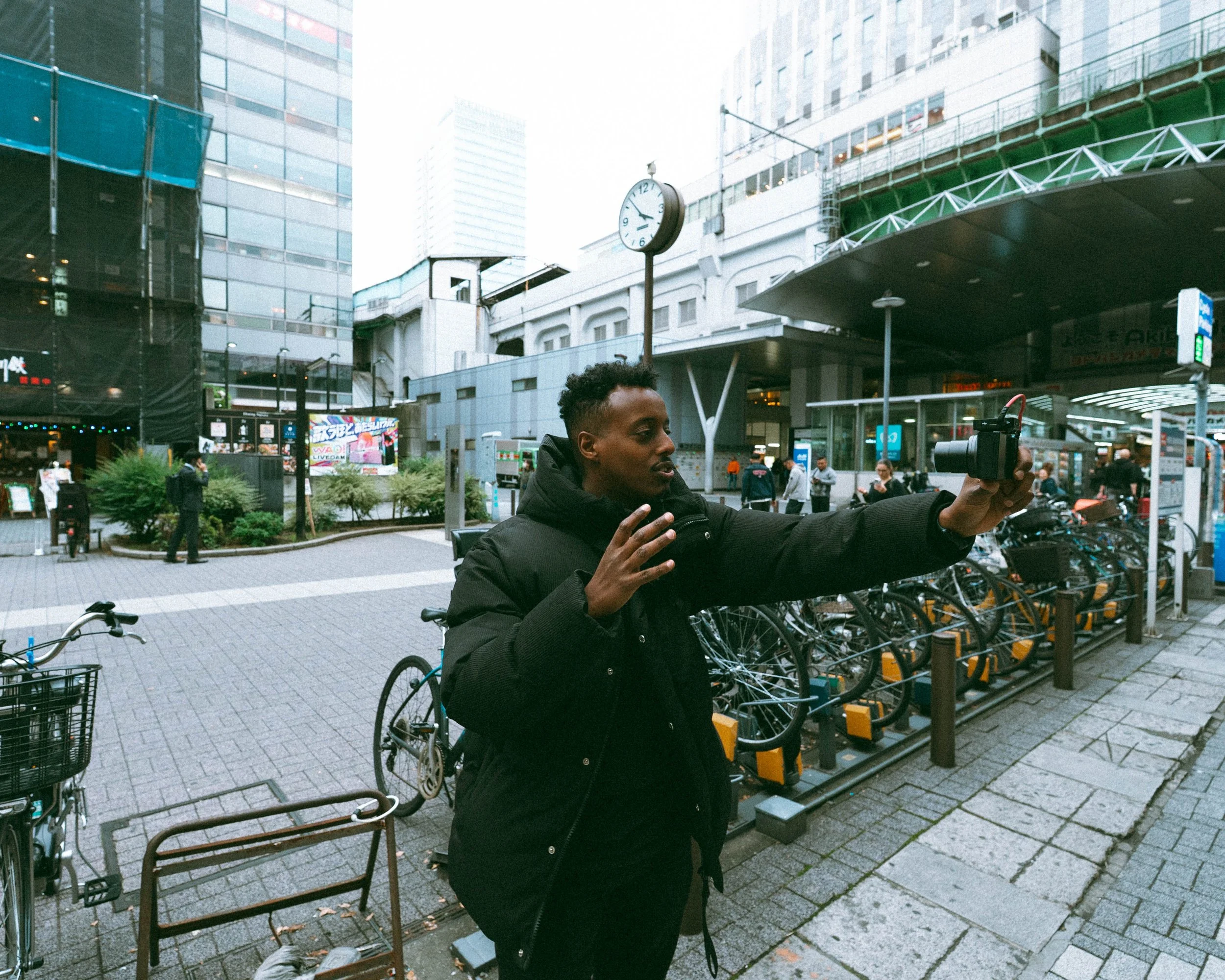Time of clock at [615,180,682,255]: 3:52
